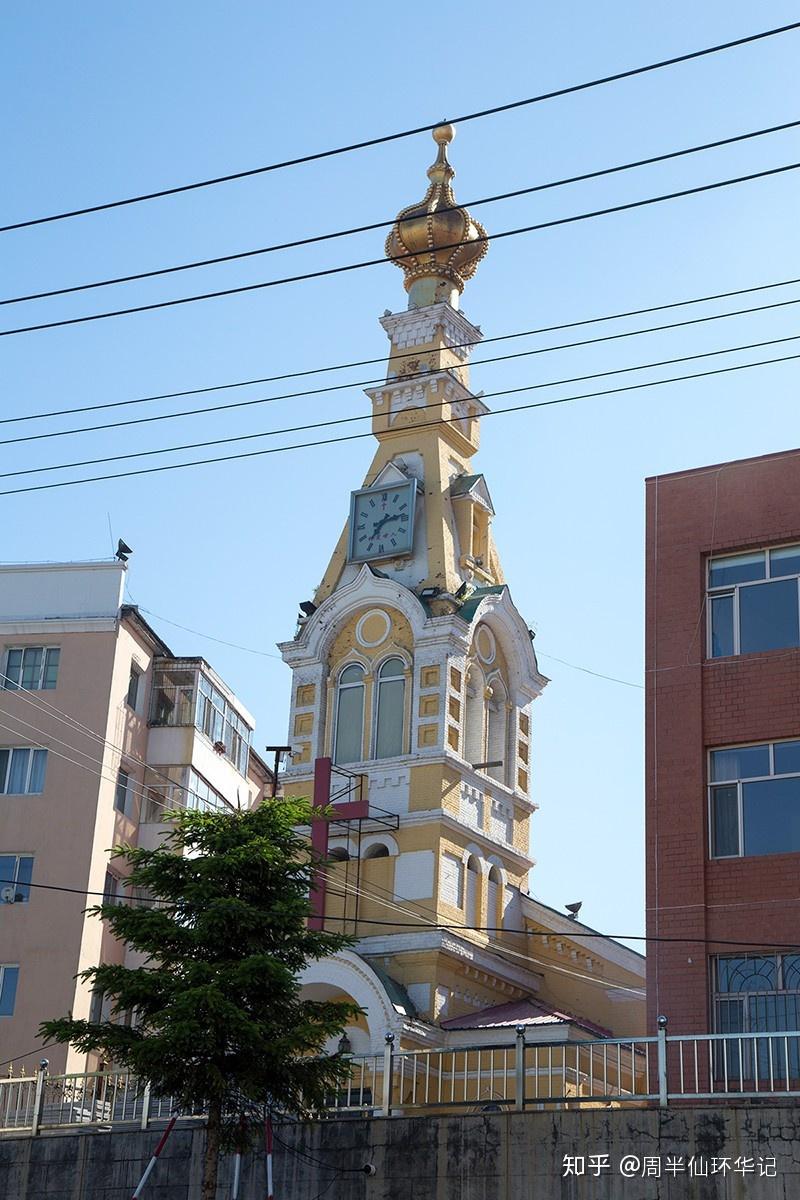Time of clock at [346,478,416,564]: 7:13
